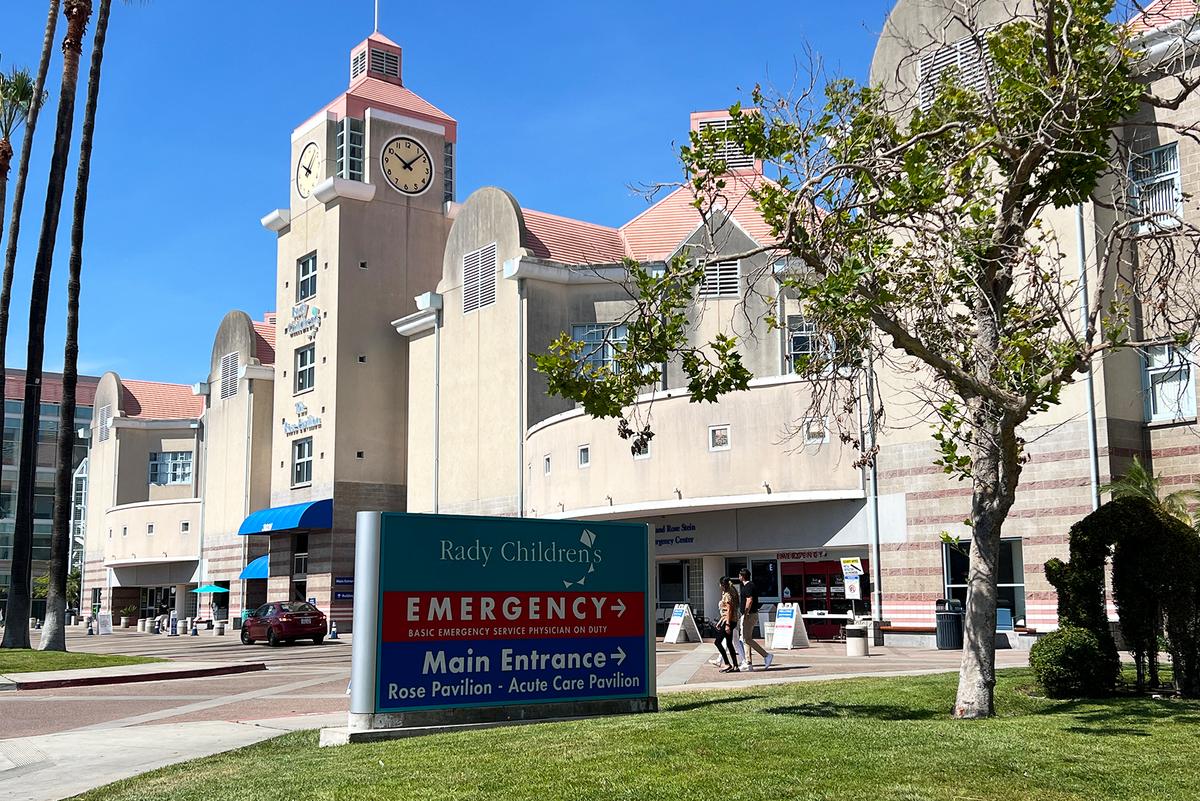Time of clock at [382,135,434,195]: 10:07
